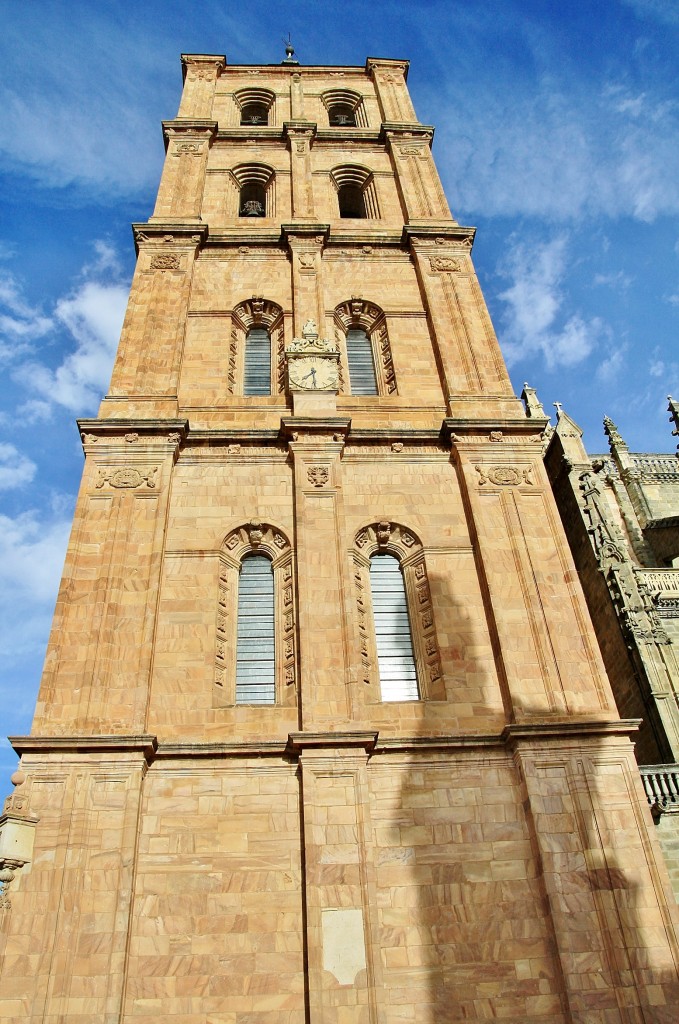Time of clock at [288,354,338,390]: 7:30
